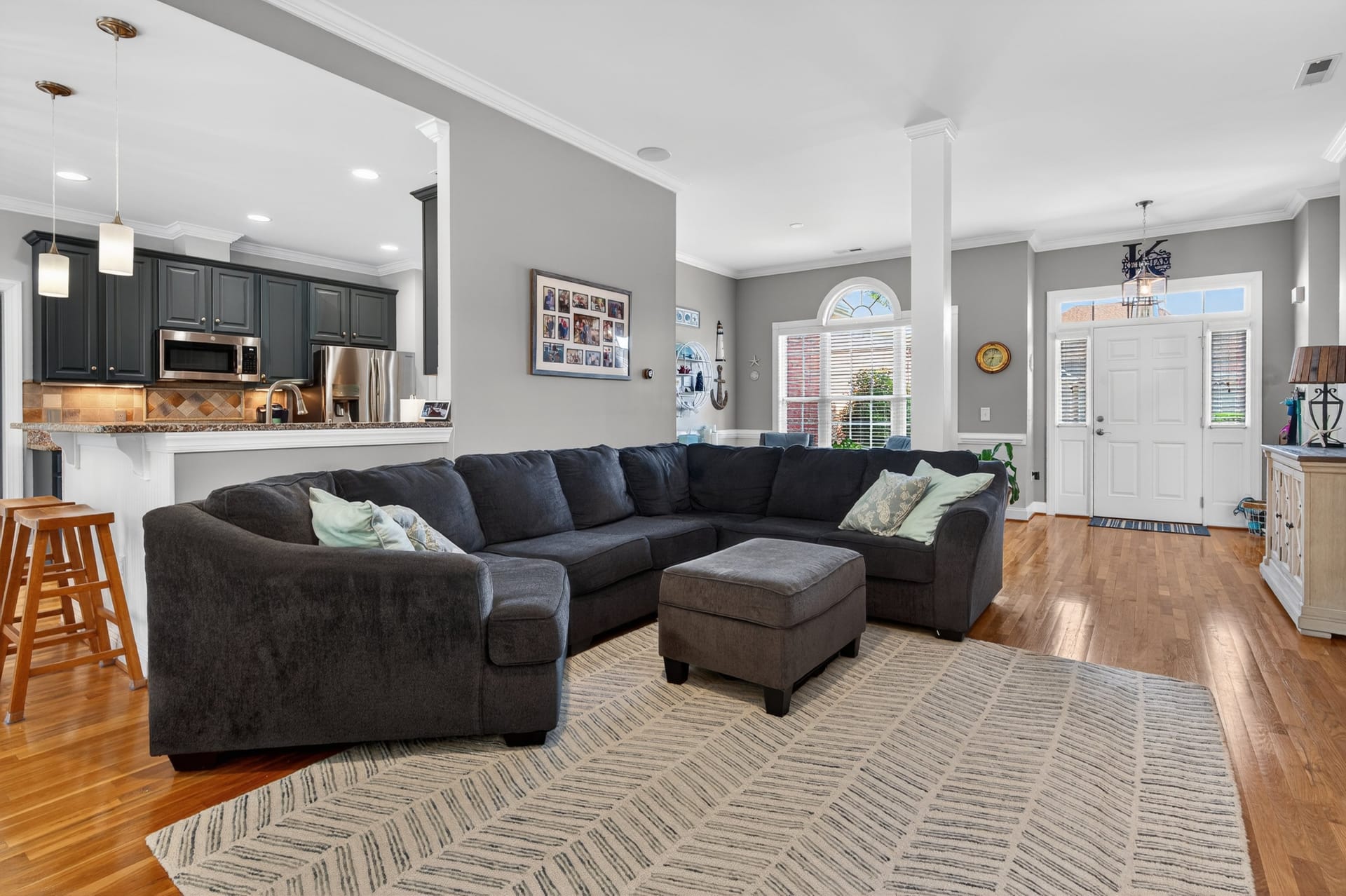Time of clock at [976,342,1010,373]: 6:32
